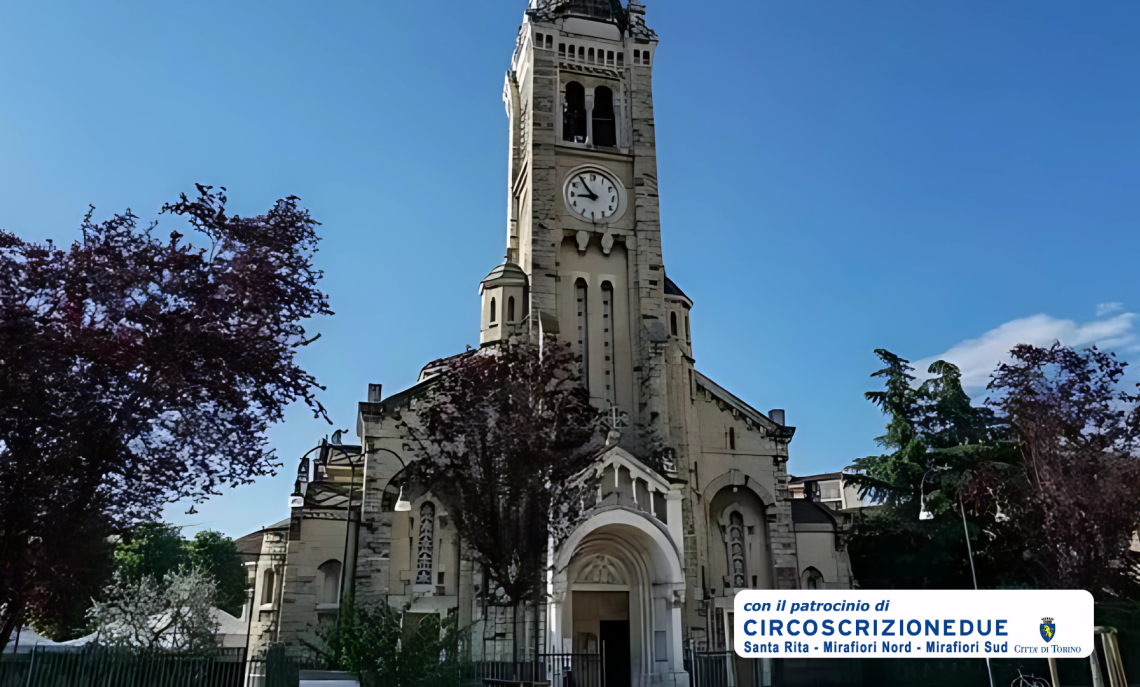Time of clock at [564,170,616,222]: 8:54
